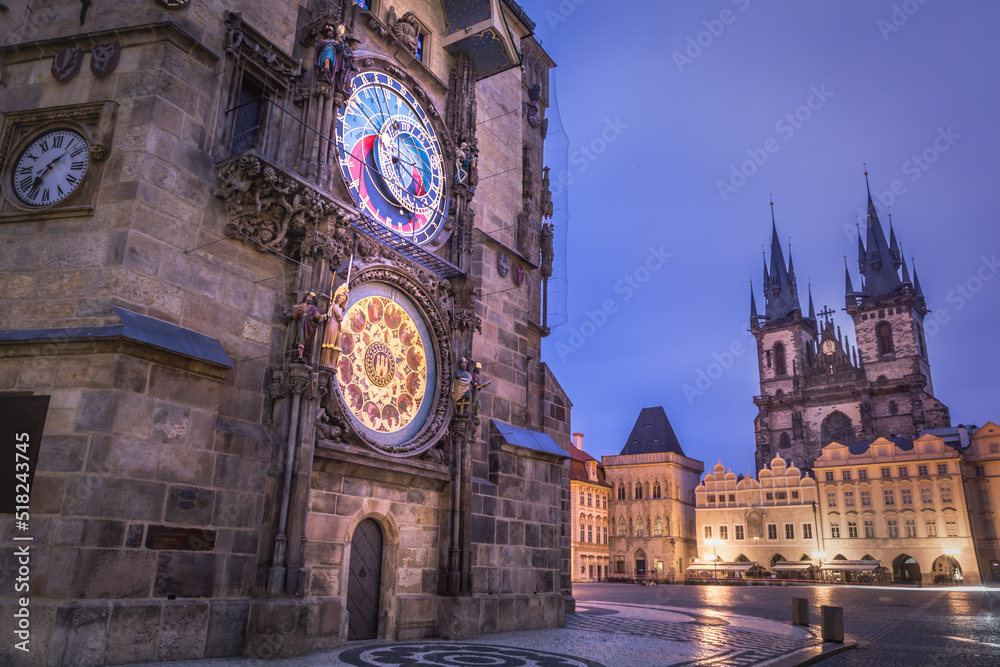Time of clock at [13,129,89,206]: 7:08
